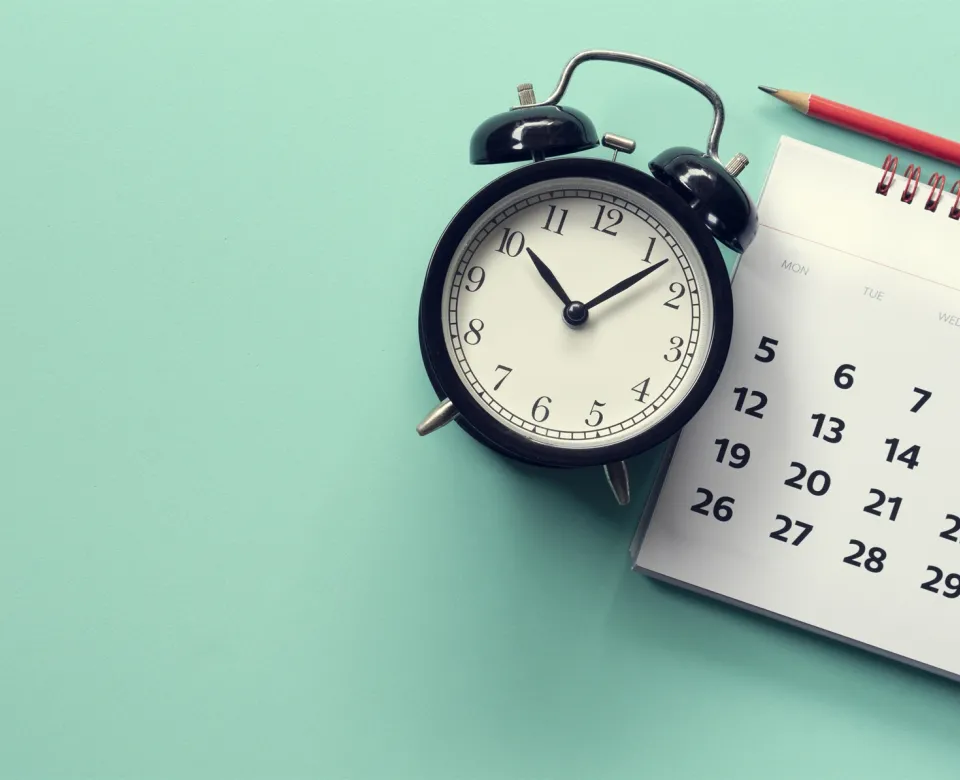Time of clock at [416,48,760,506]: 10:07
